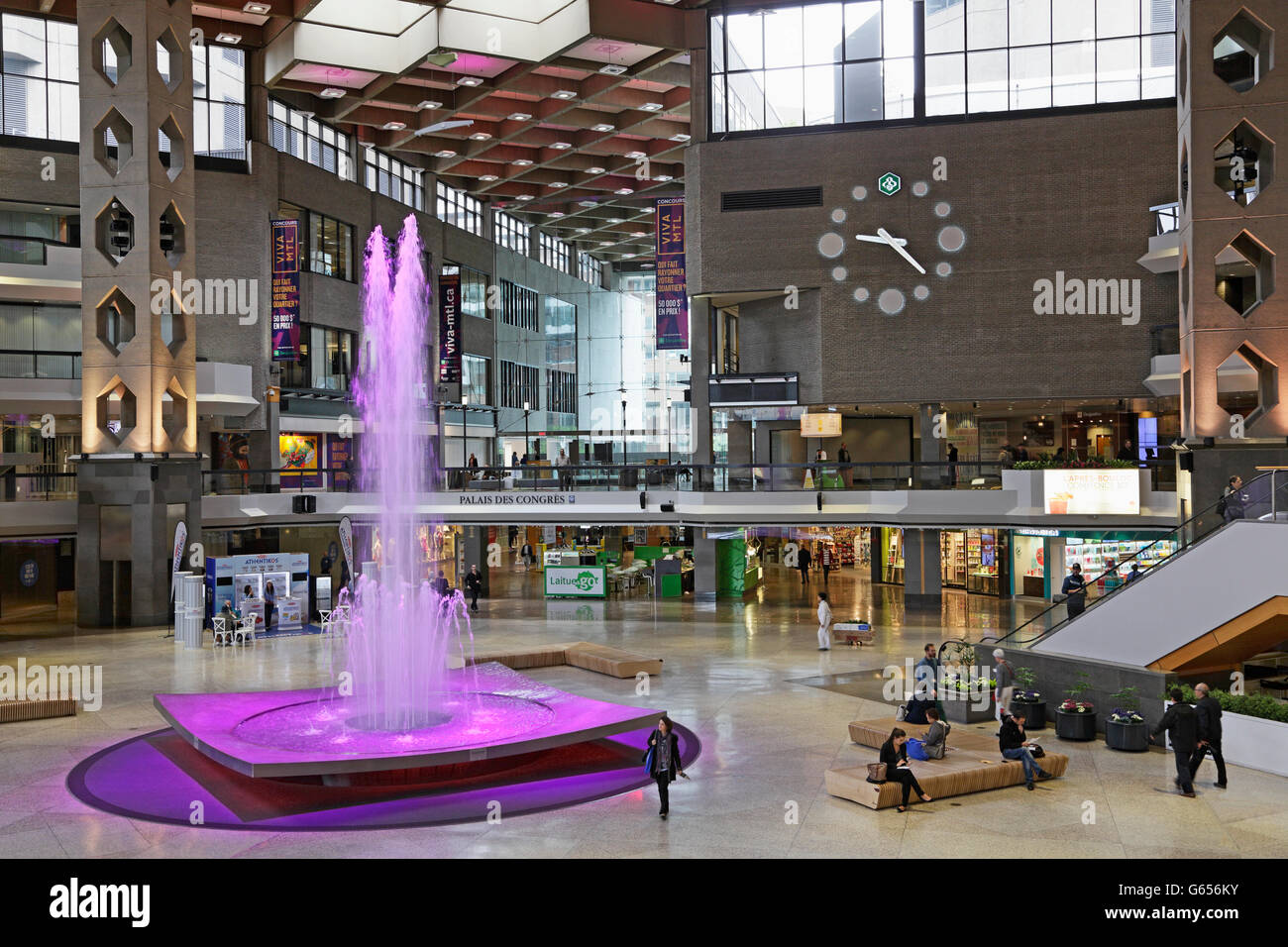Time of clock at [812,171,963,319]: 9:22
